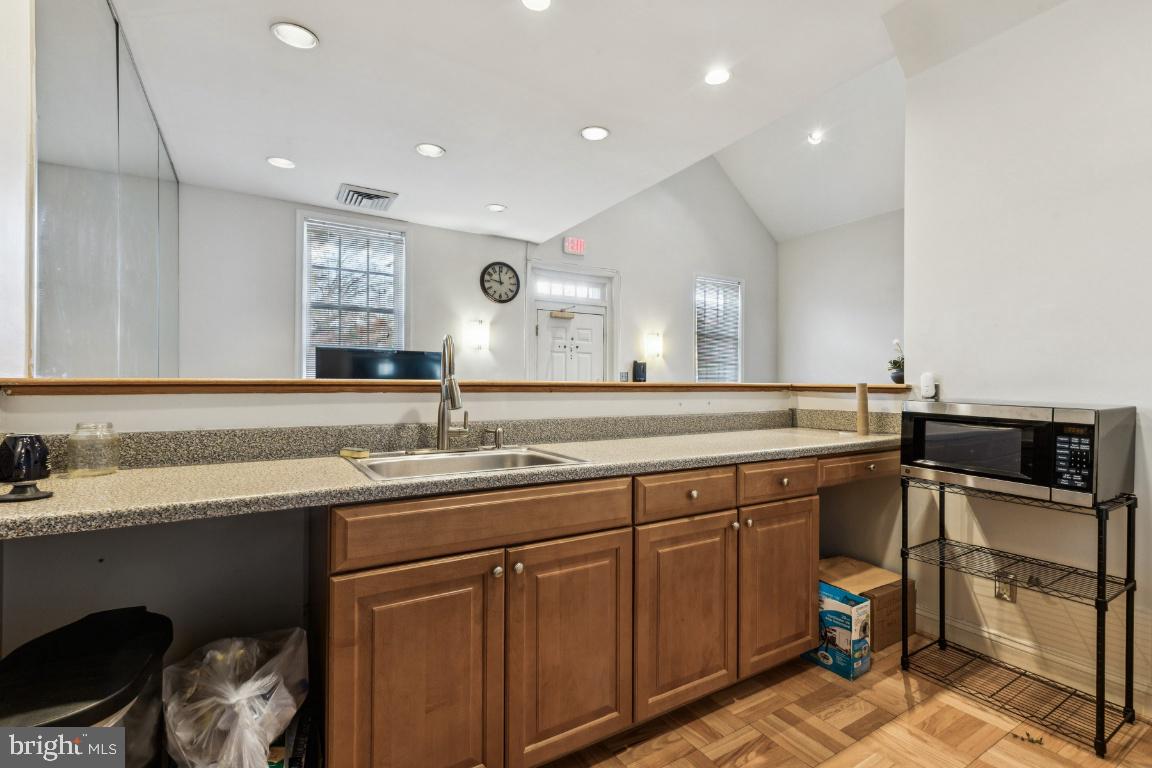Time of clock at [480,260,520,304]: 11:46
